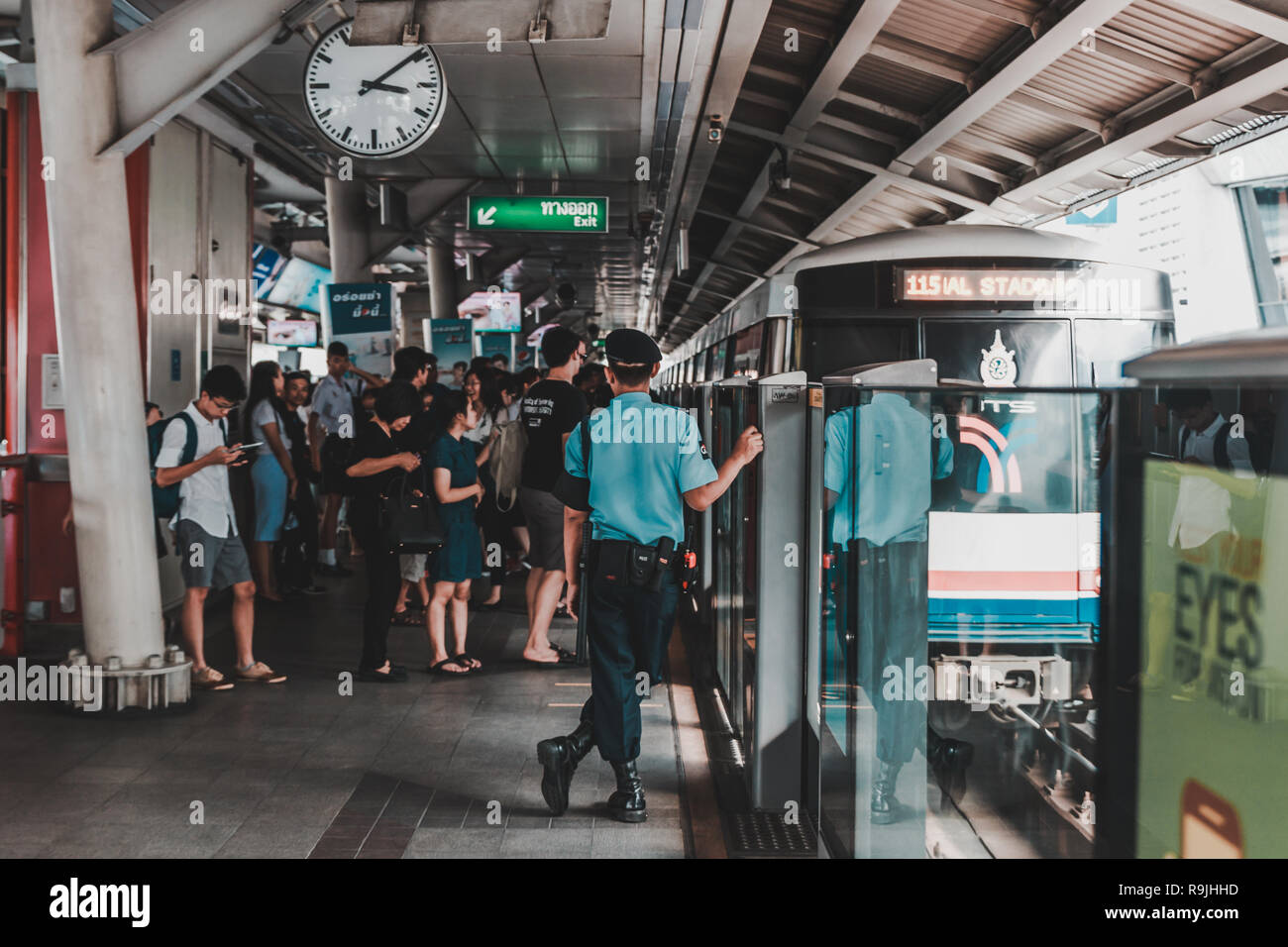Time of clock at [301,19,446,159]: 3:09
